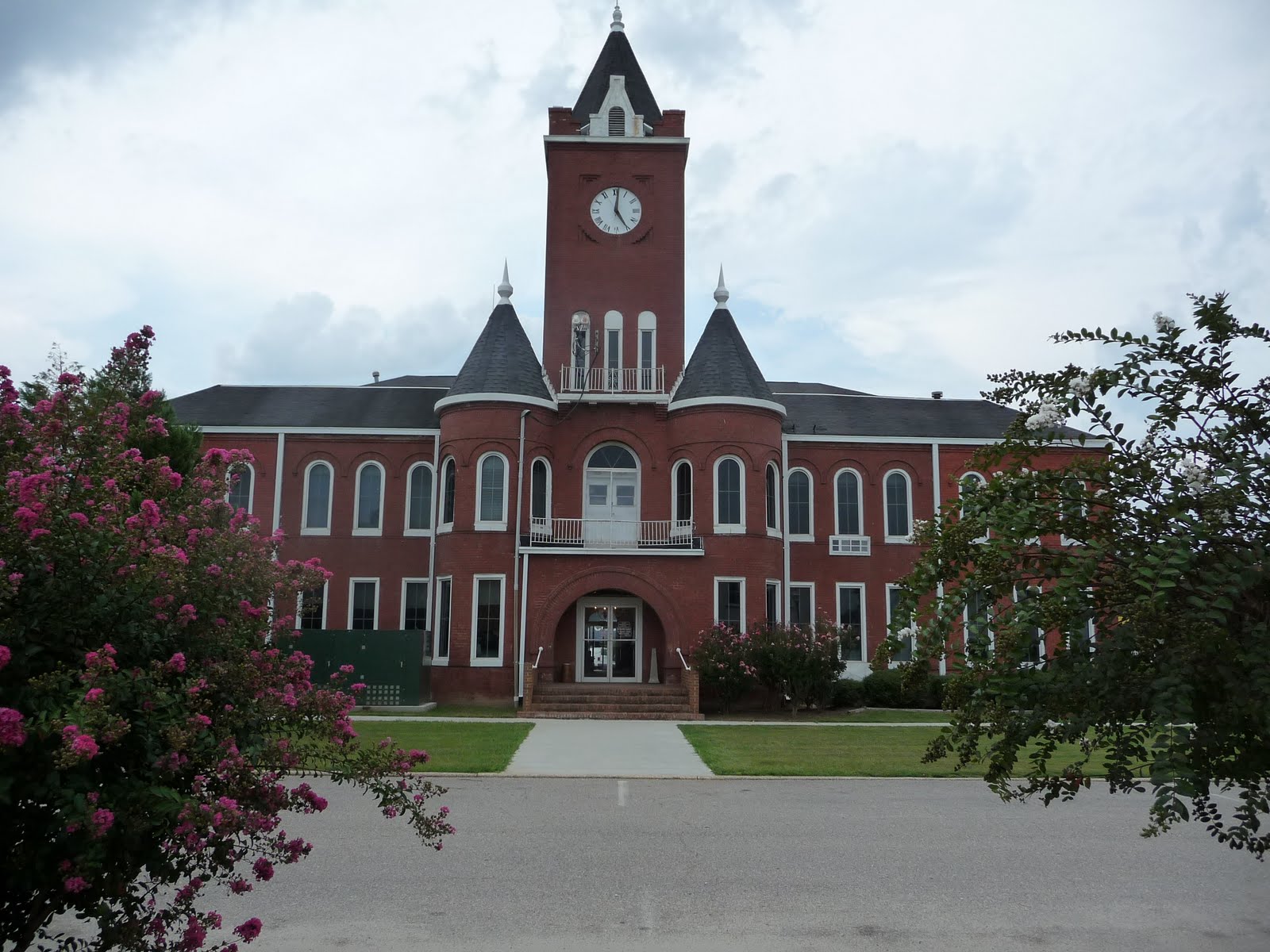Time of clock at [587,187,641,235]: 5:01
